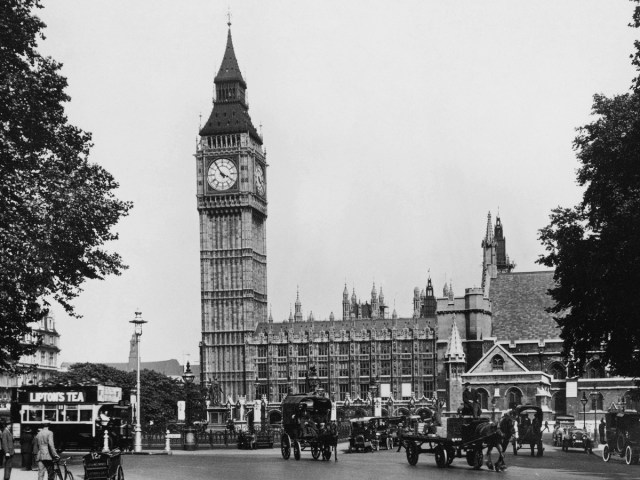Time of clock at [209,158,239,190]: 3:54
